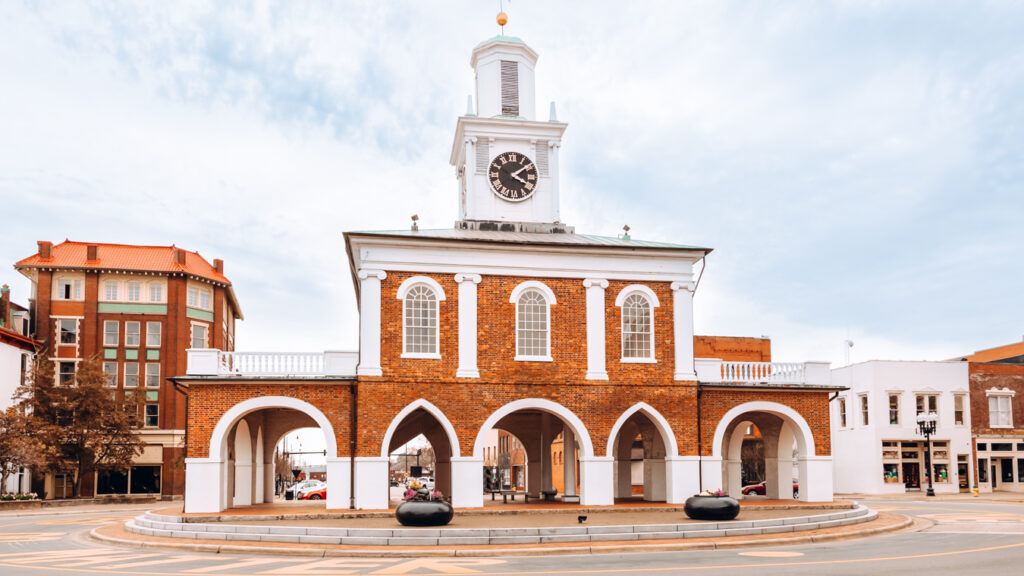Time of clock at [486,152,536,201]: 4:09
